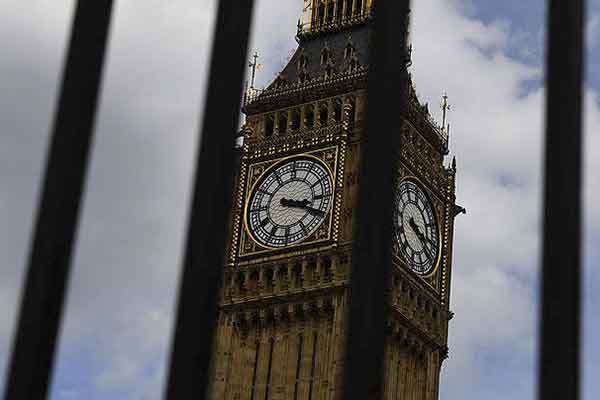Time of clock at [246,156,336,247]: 3:18
